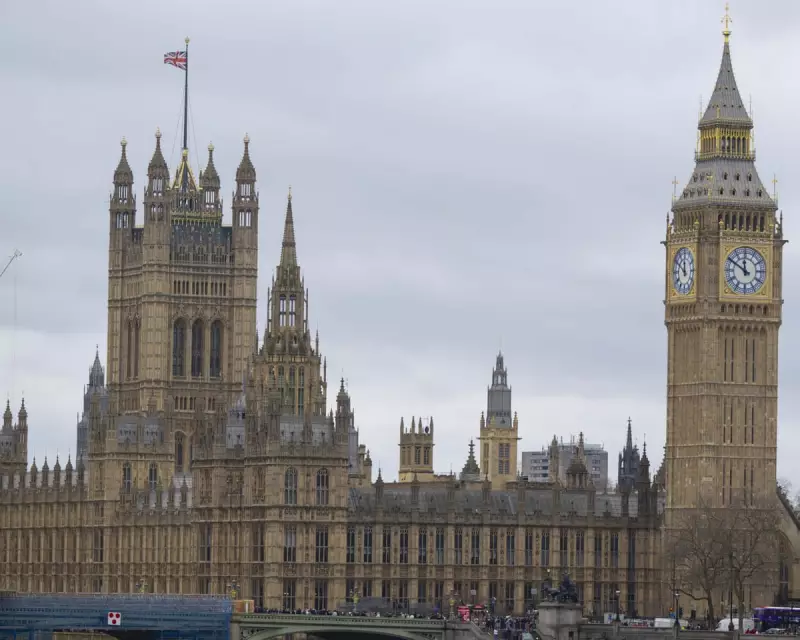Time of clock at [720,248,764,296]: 11:50
